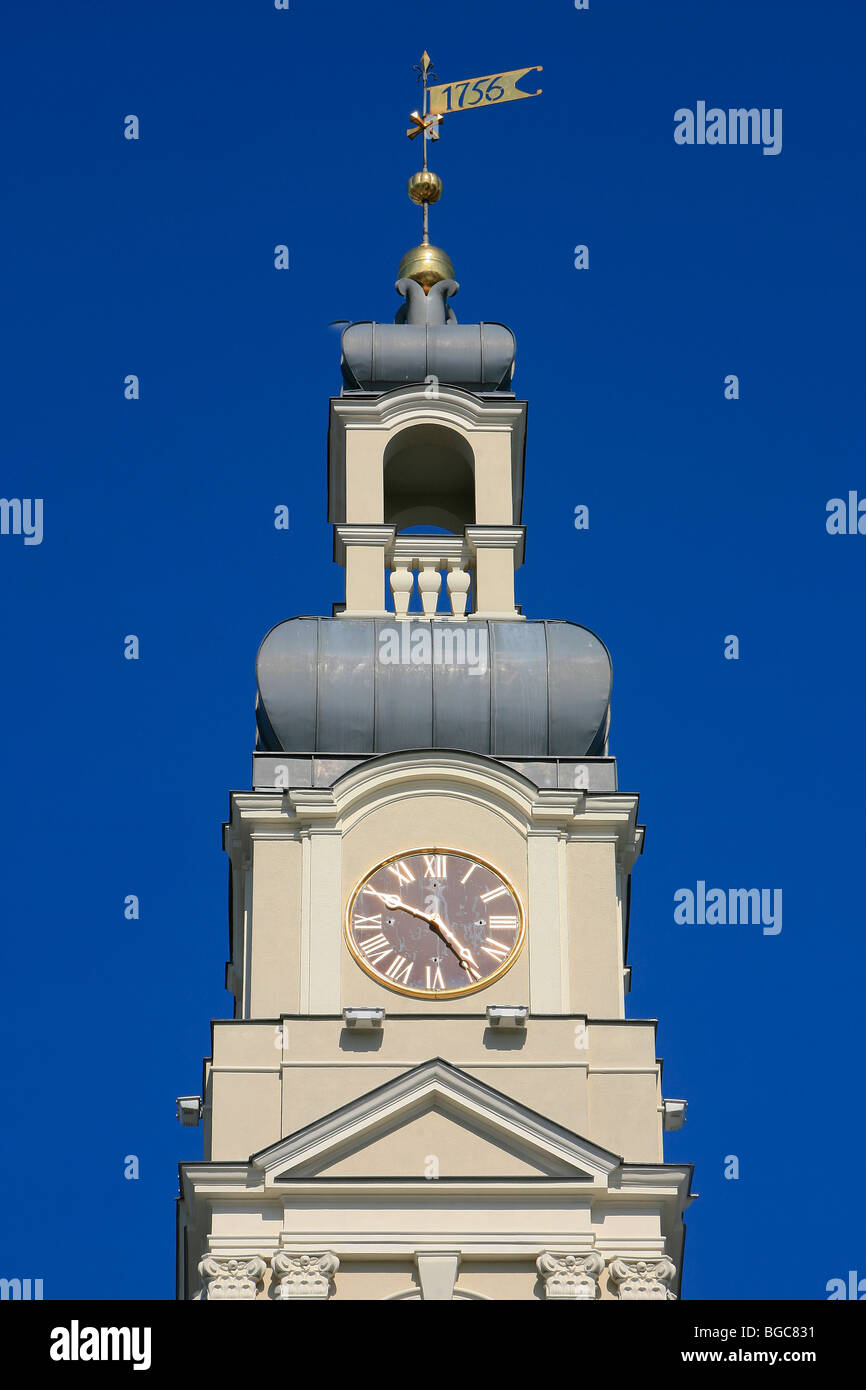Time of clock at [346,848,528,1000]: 4:49
